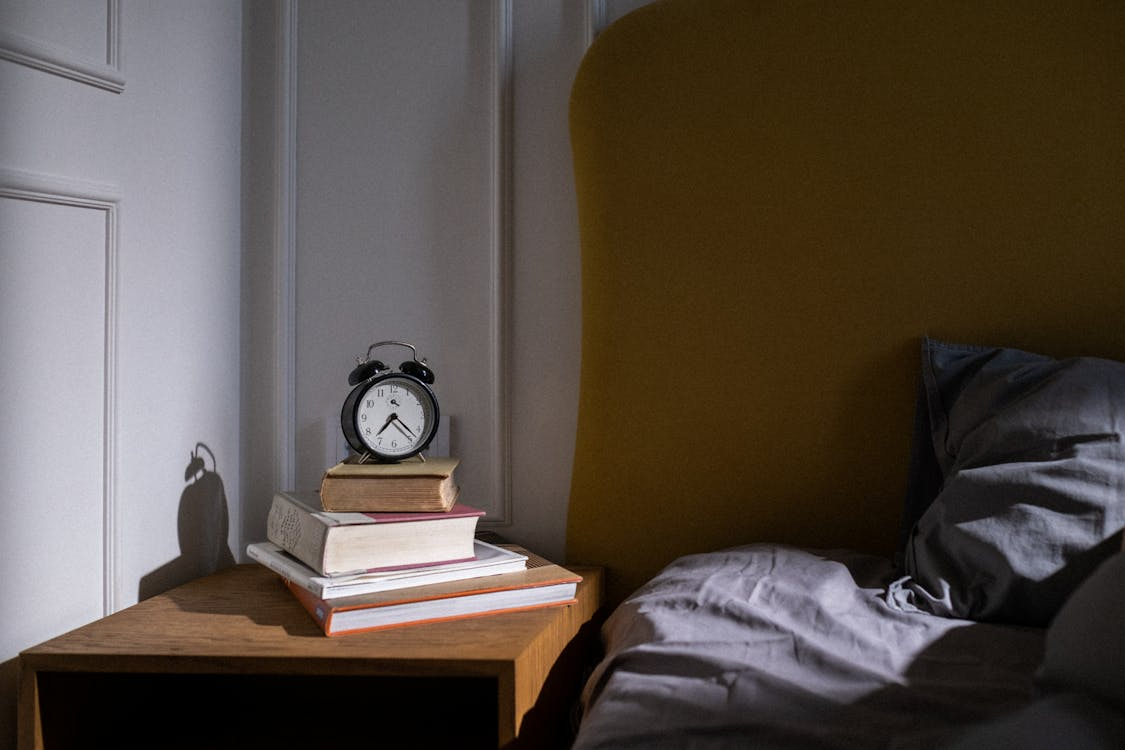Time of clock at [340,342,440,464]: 7:22
